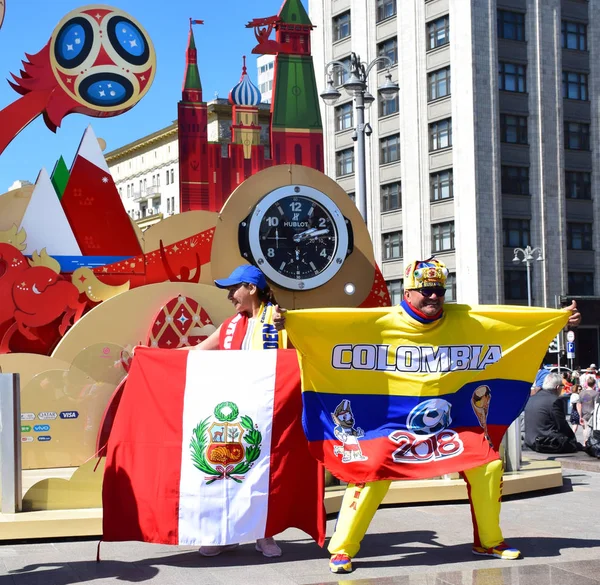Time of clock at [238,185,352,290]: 2:12
